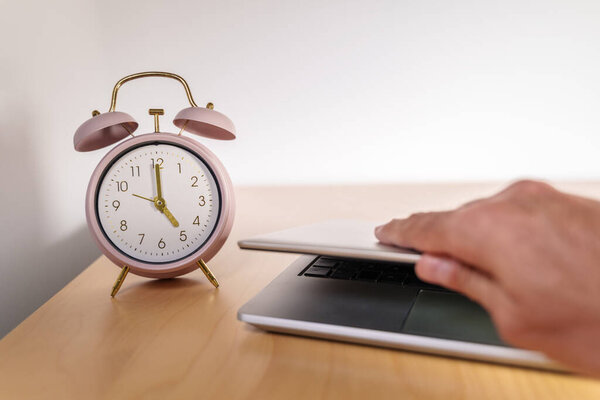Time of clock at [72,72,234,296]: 5:00
